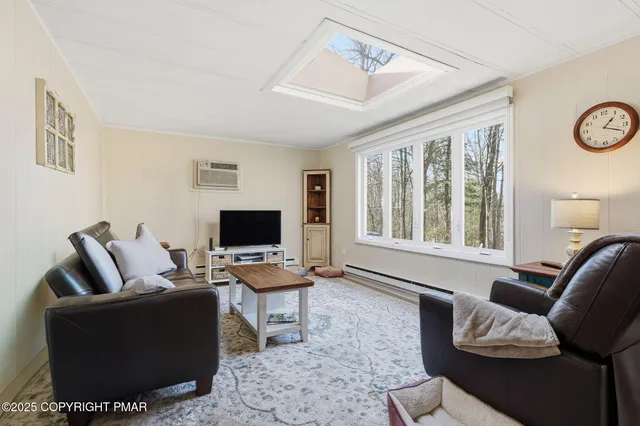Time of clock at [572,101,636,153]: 1:18
